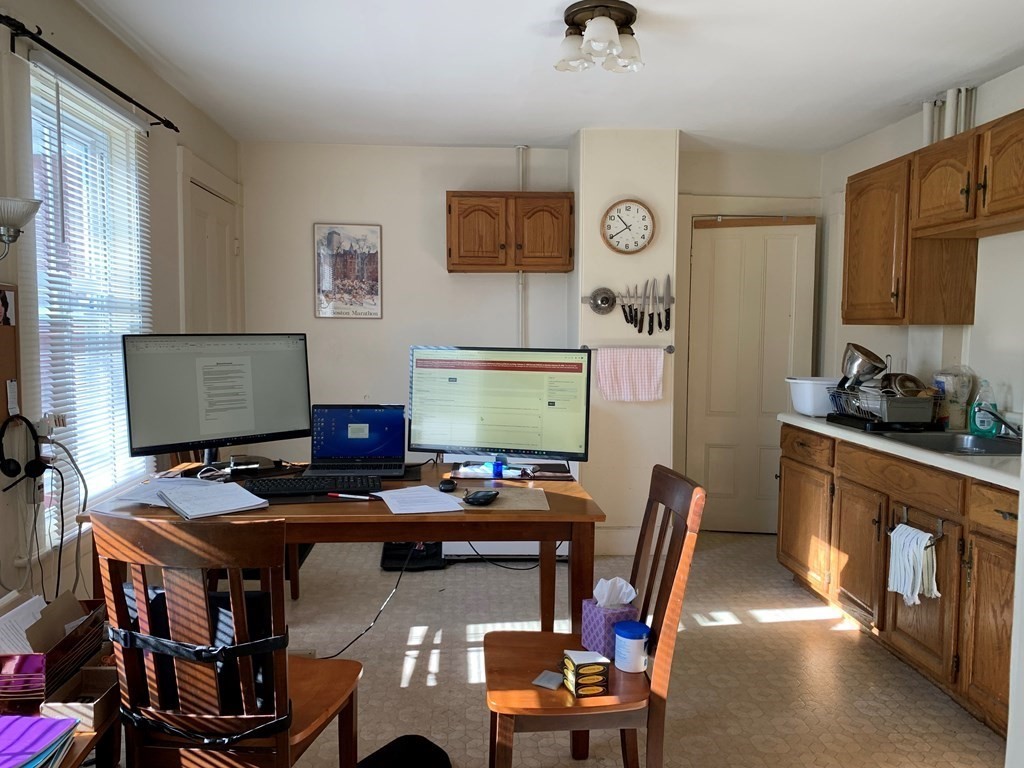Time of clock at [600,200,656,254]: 10:39
